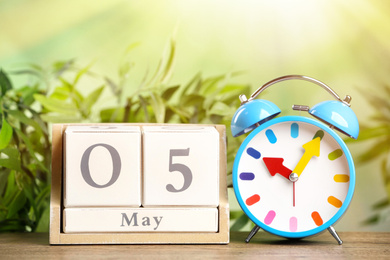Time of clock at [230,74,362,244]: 10:05
